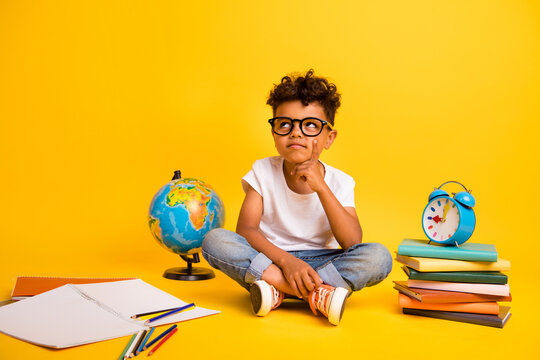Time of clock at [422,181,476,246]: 9:01
